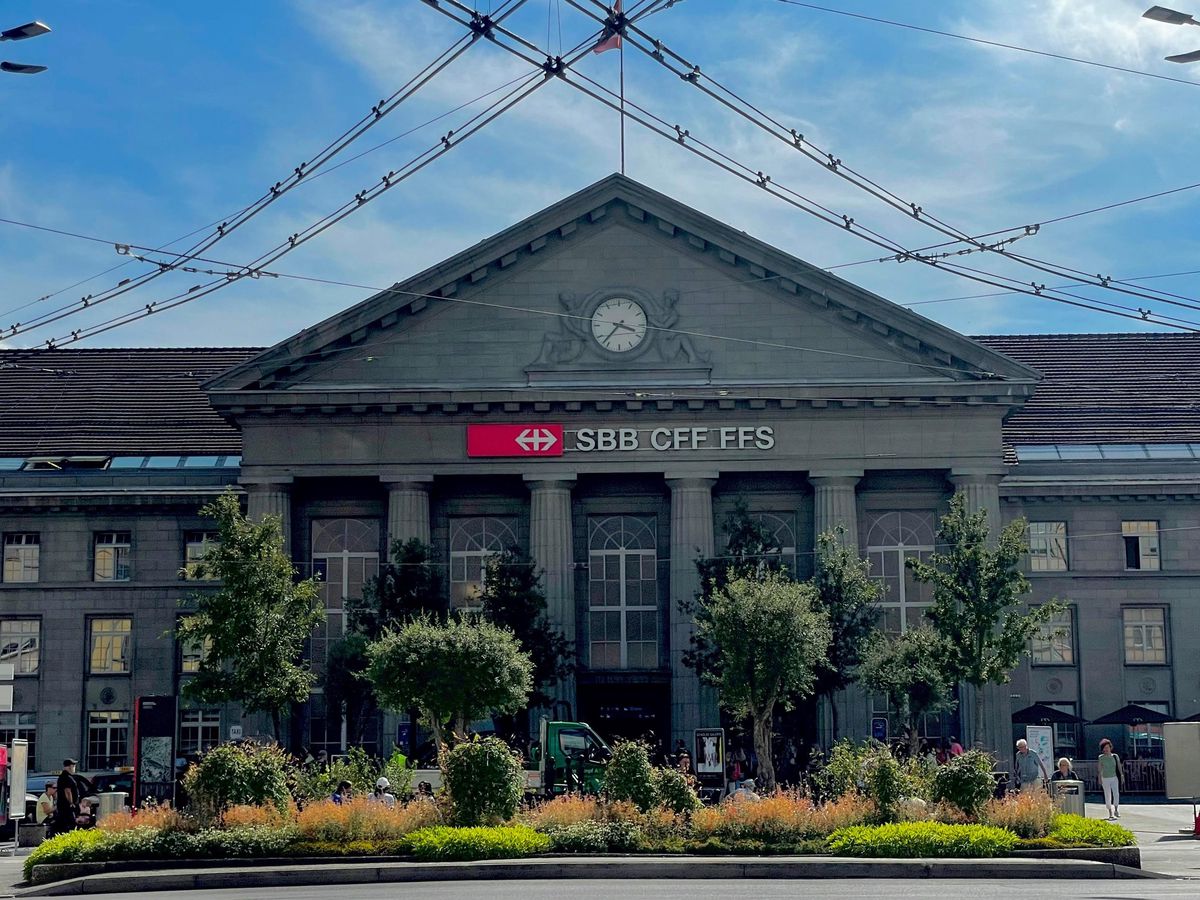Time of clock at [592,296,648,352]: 3:37
